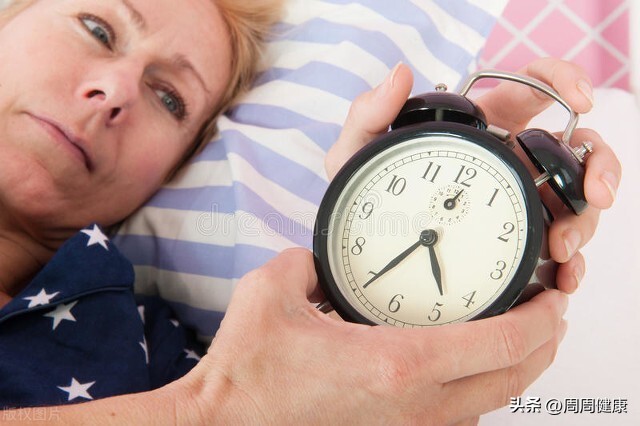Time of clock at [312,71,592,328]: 5:39
